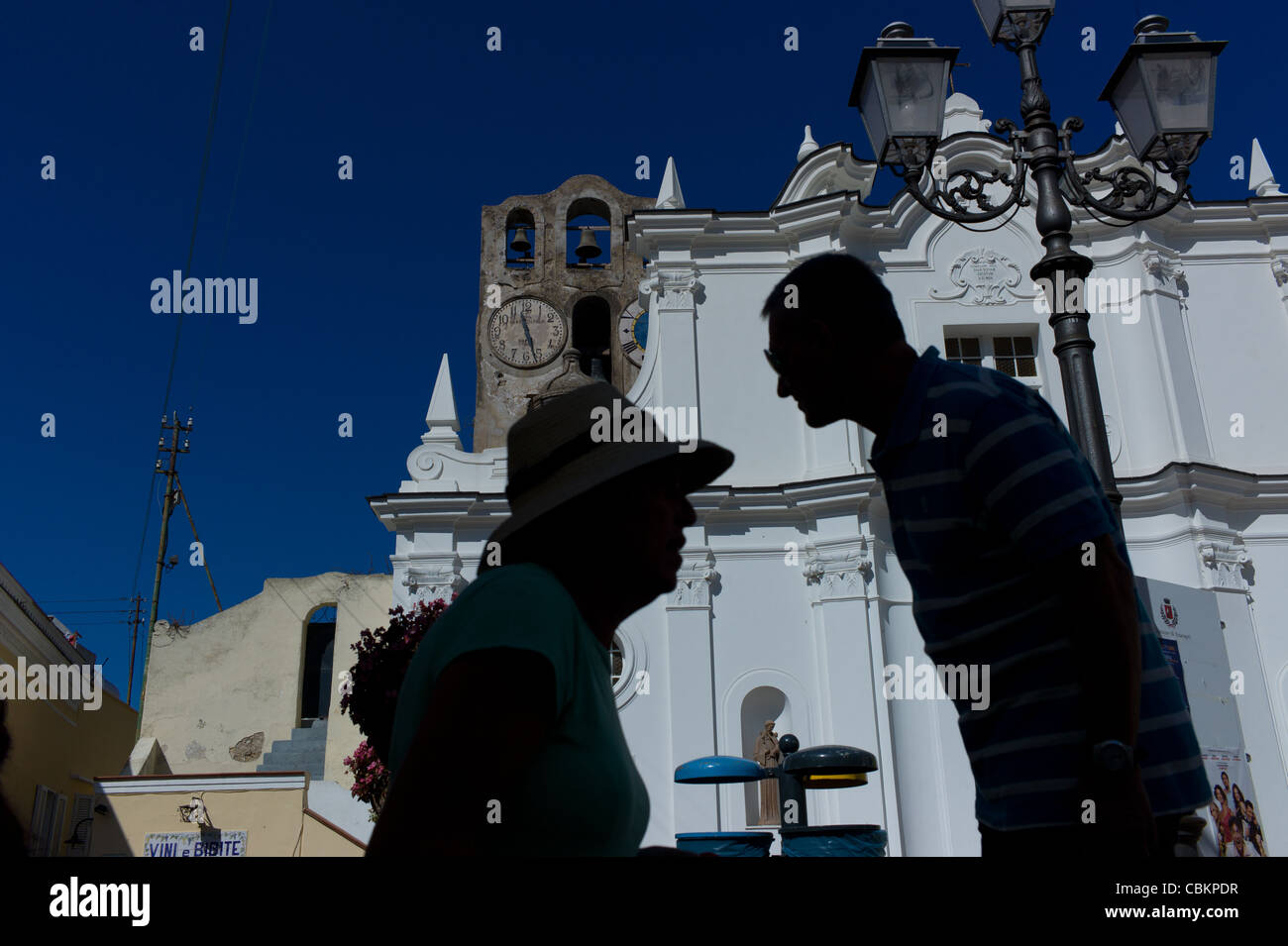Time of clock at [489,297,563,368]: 11:27
